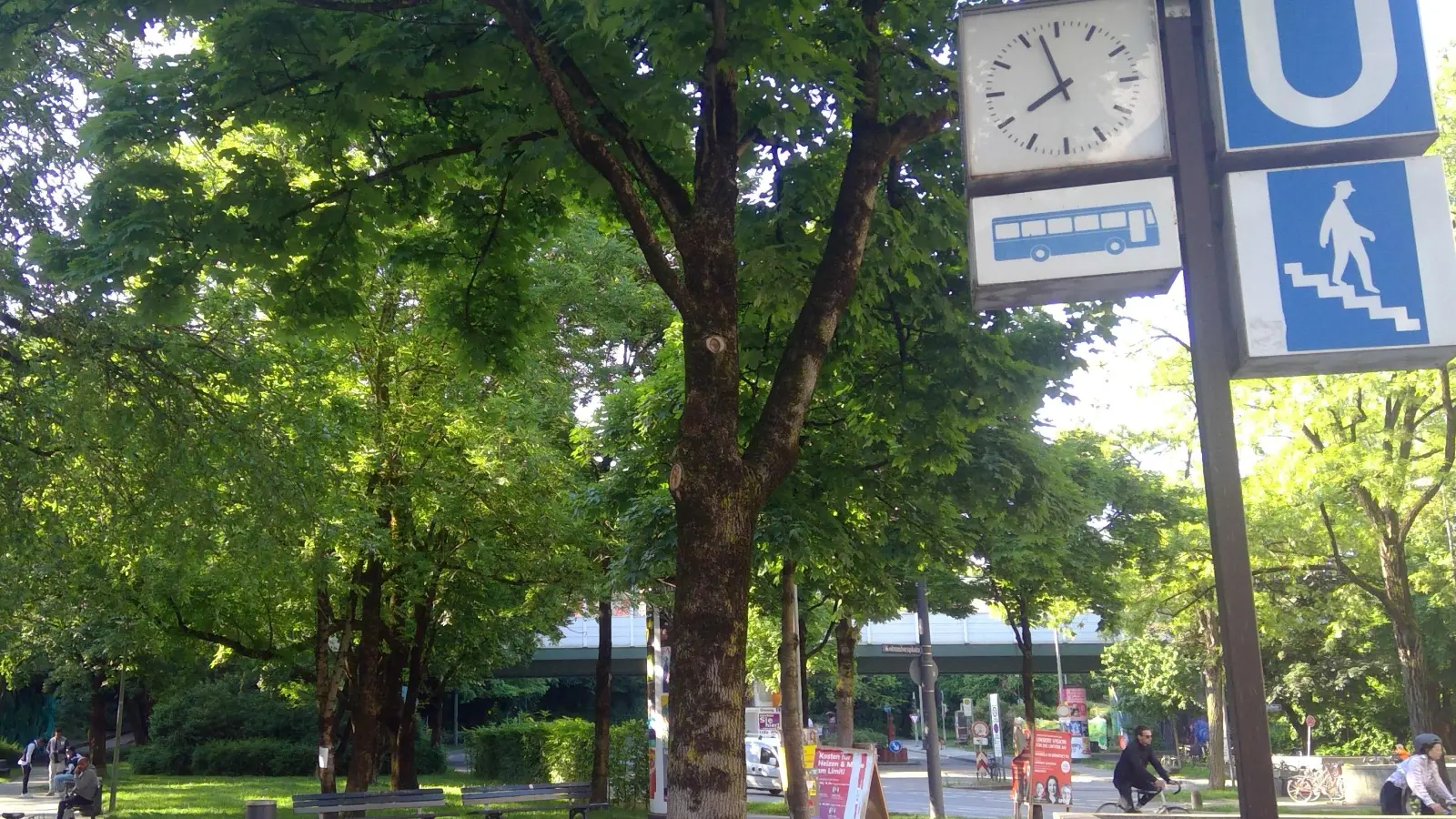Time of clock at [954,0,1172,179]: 7:57
